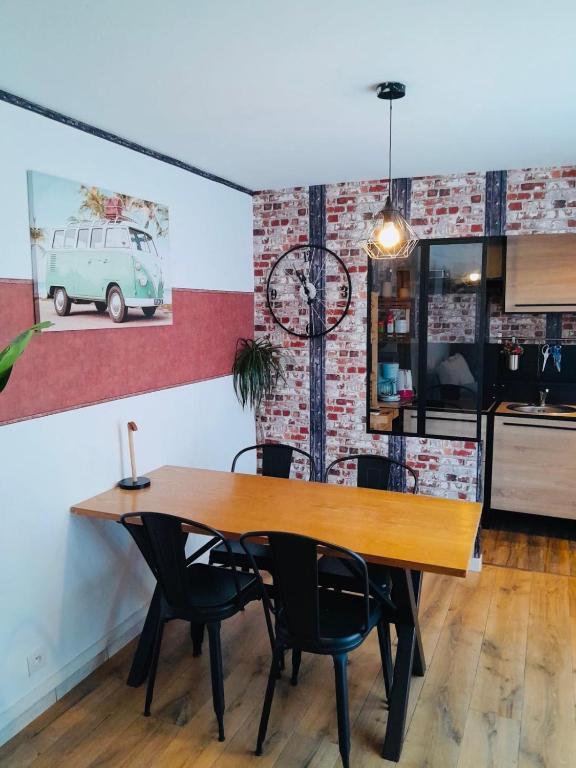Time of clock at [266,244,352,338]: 10:28
